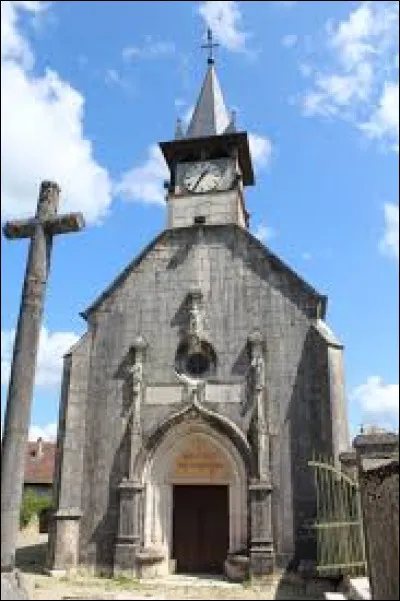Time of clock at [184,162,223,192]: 1:35
